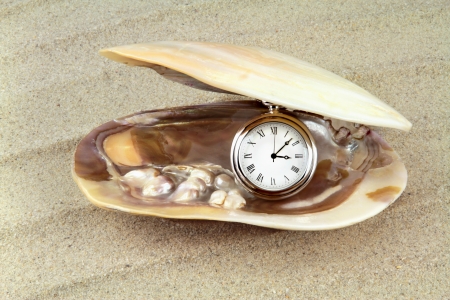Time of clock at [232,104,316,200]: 3:07
